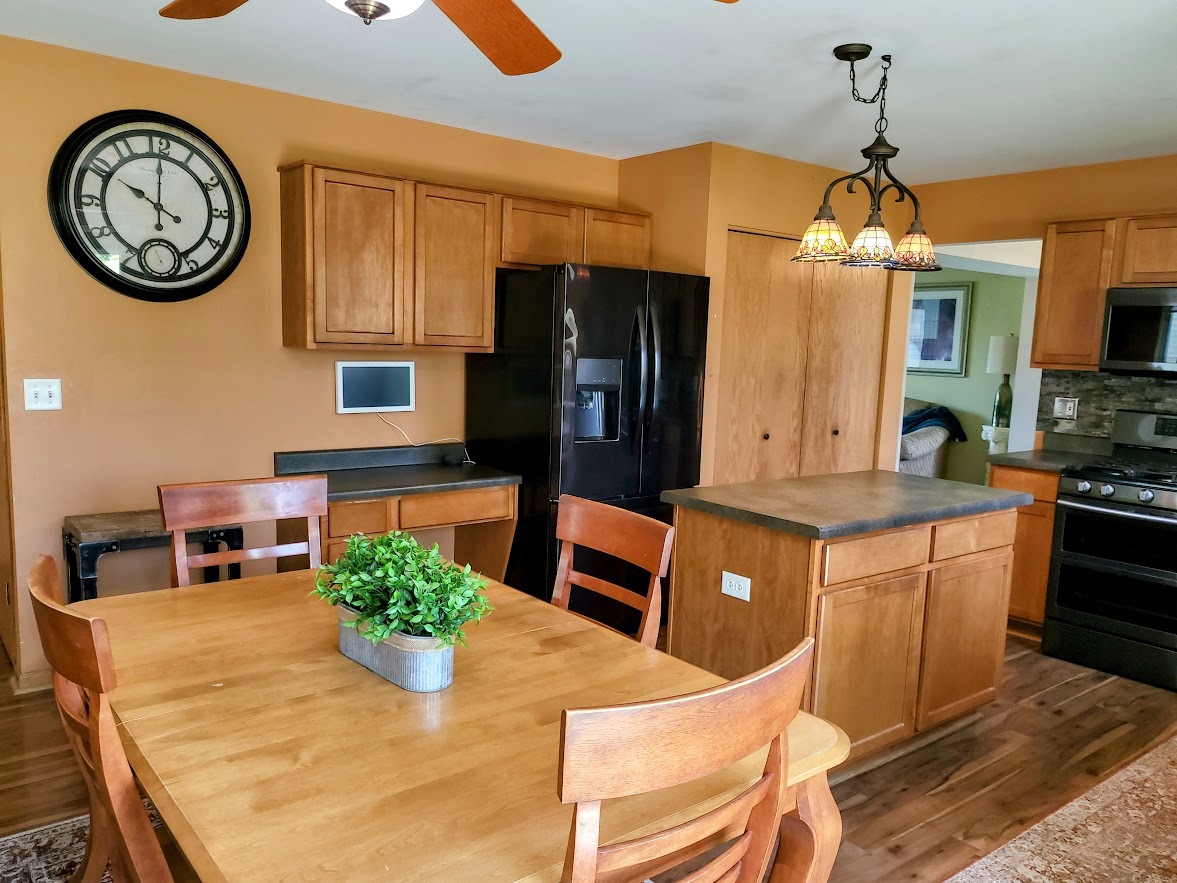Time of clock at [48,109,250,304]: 10:00
